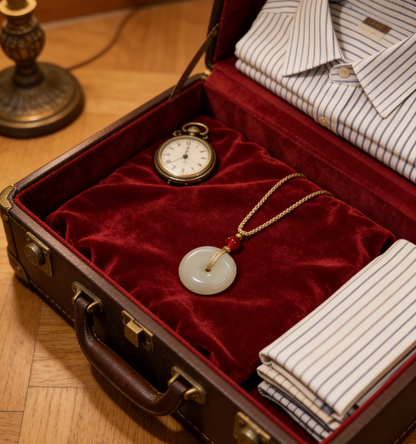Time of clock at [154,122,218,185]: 12:00
